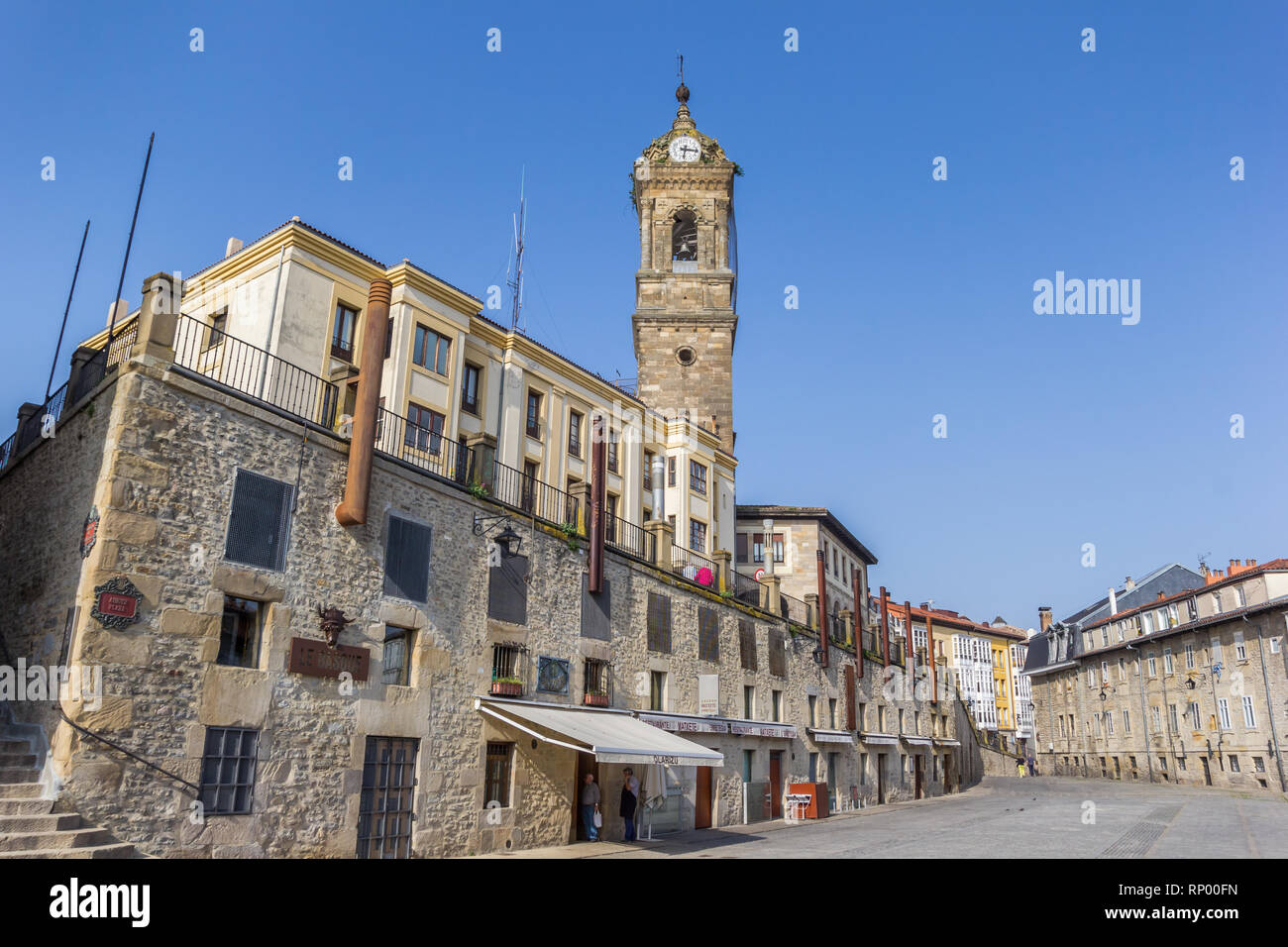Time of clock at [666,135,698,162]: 6:15
